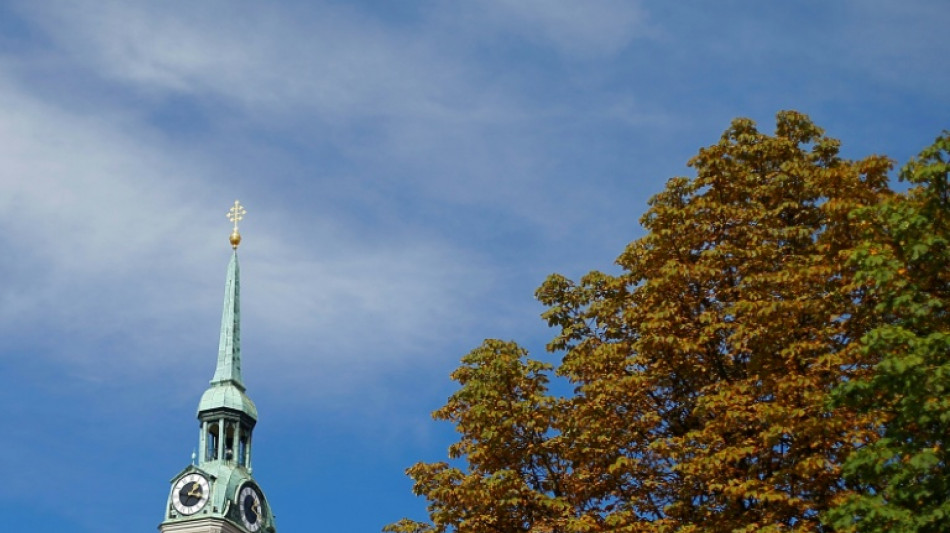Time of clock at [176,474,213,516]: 1:18
